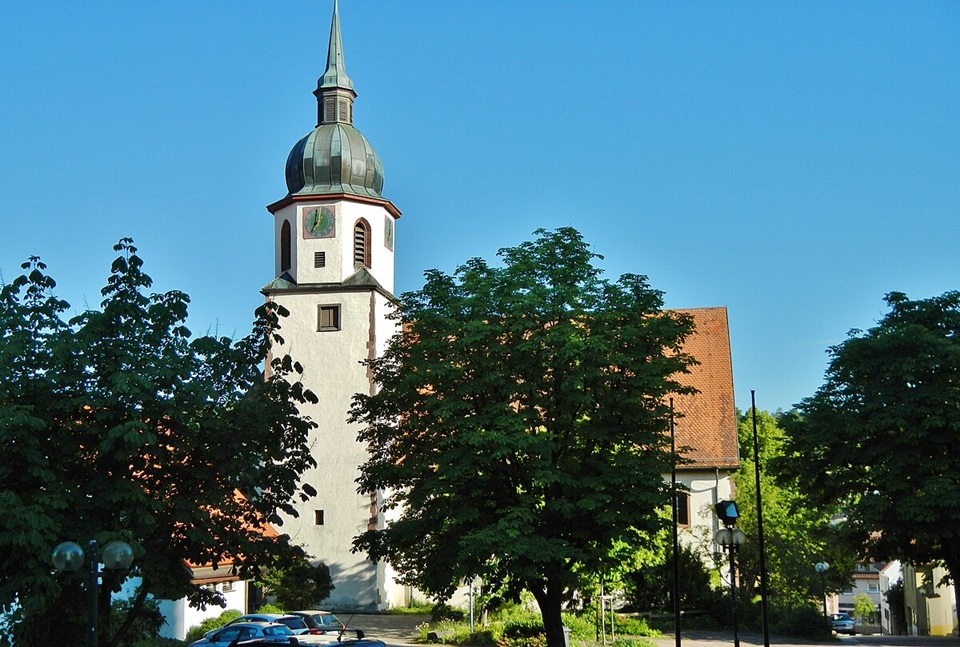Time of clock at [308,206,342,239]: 7:01
